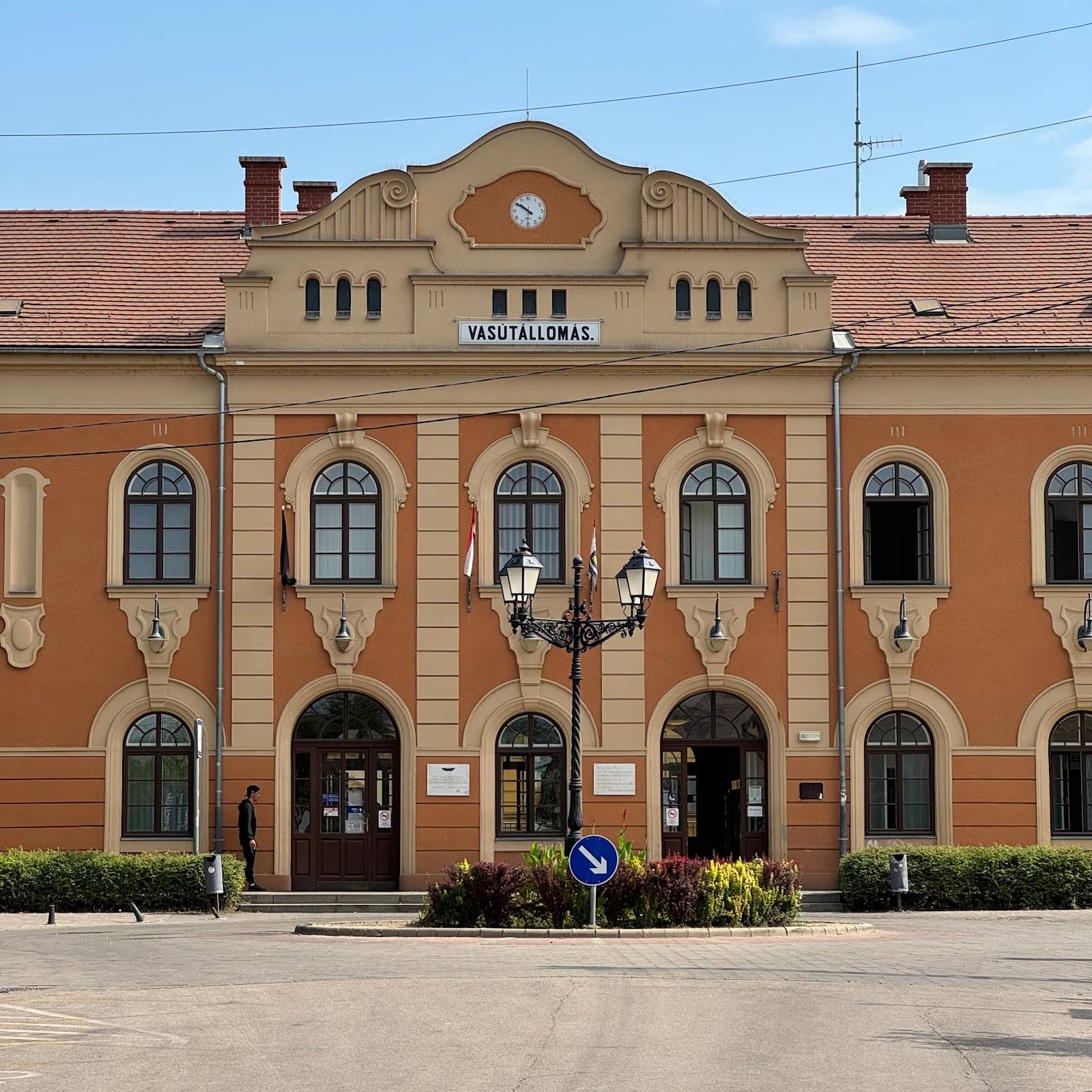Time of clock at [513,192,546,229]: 9:50
